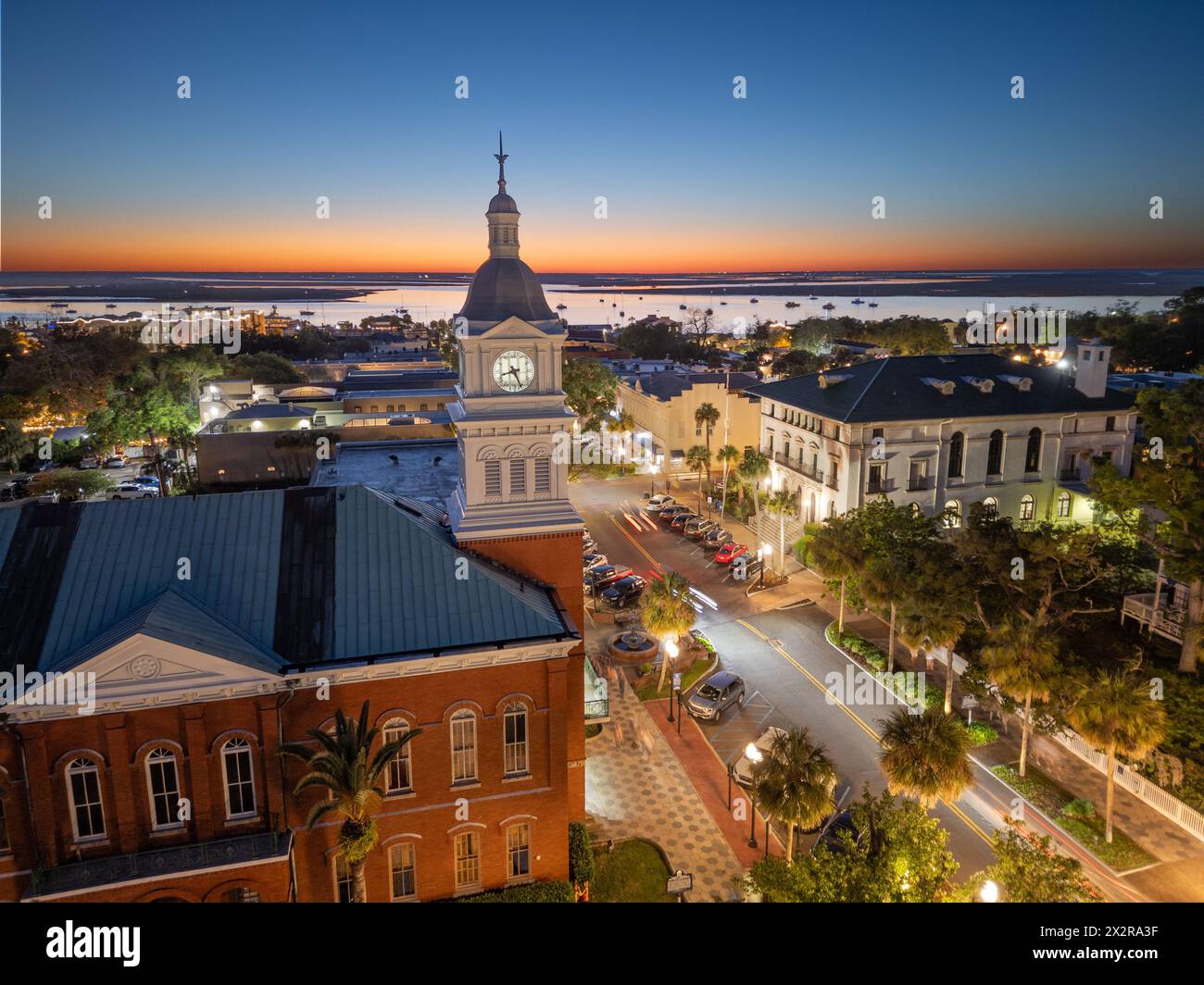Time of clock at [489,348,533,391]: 8:26
